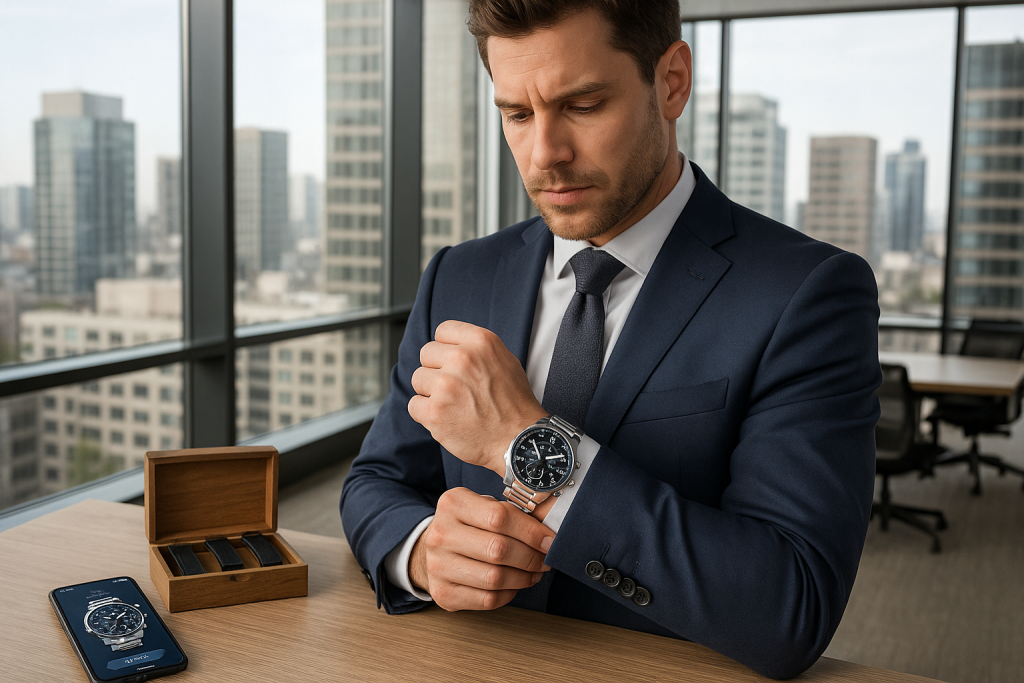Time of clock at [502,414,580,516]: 11:13
